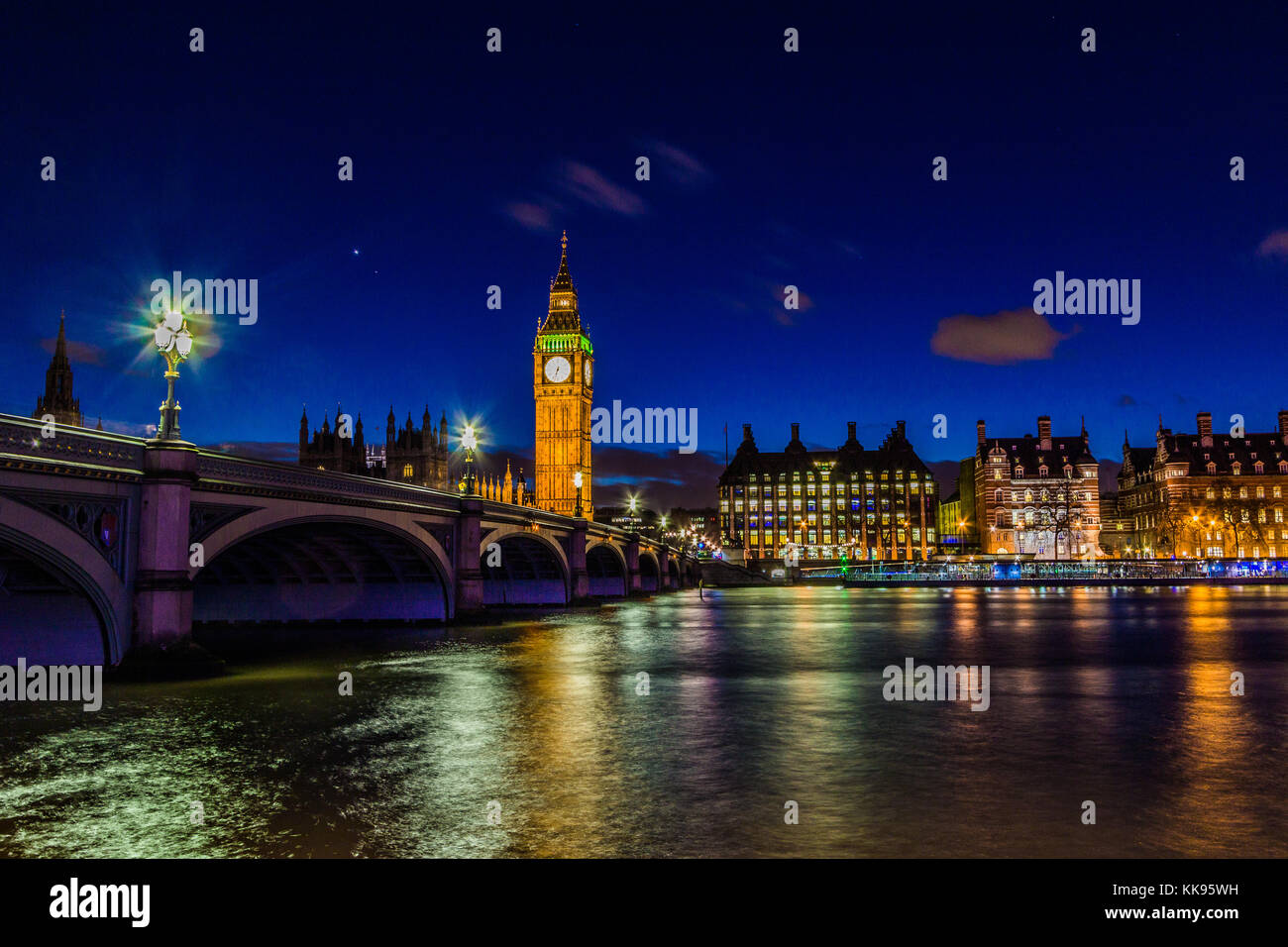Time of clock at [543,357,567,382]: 6:32
